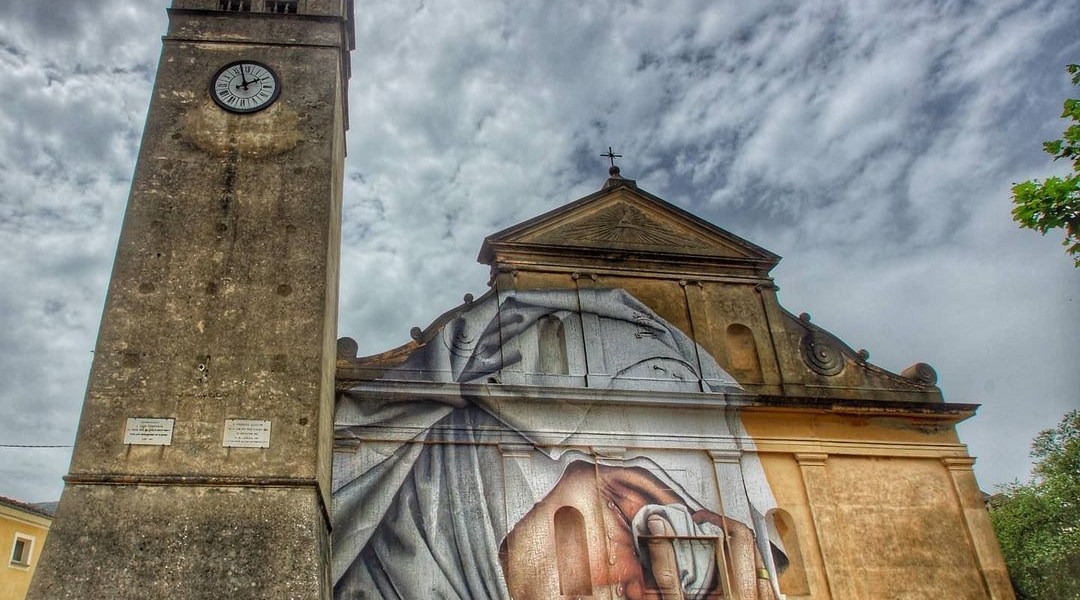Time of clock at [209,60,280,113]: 1:57
